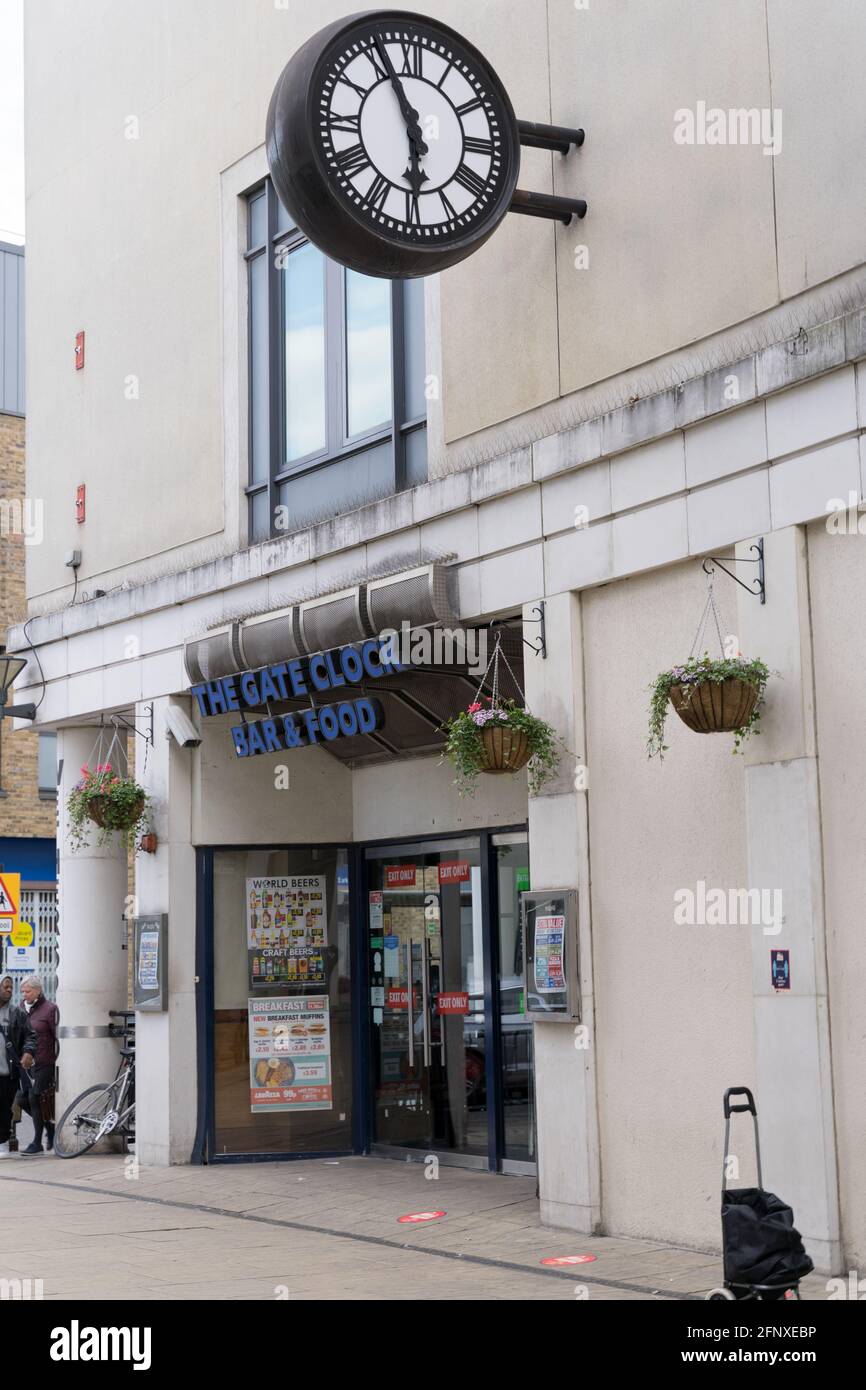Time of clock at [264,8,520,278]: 5:55
